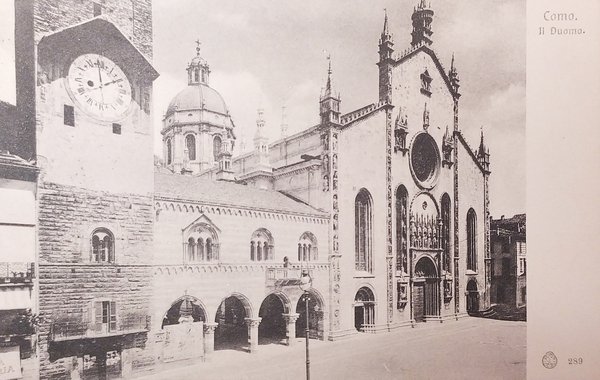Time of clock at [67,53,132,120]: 1:59
